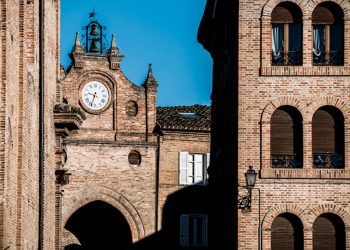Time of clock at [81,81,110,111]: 9:33
